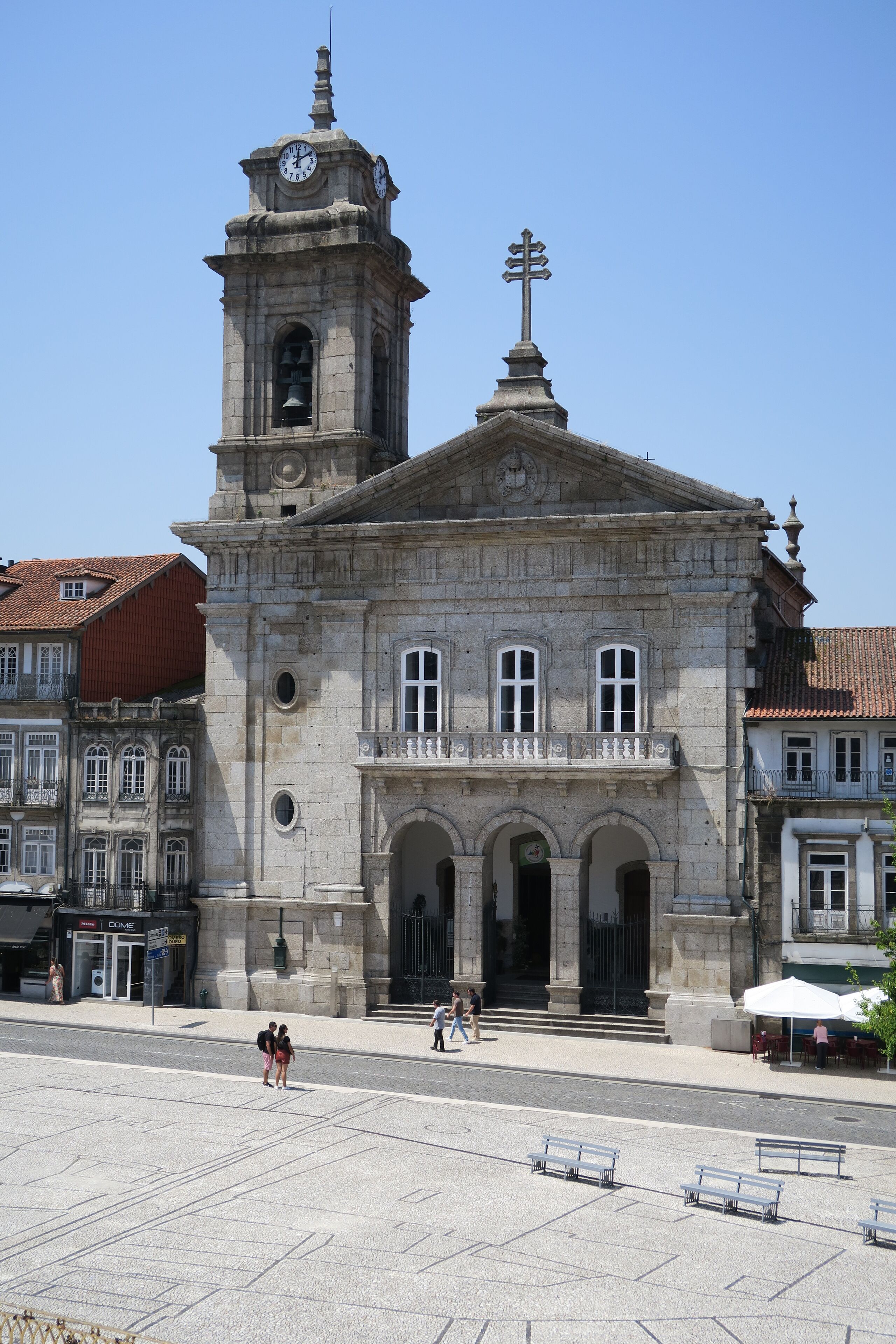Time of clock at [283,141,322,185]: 12:10
